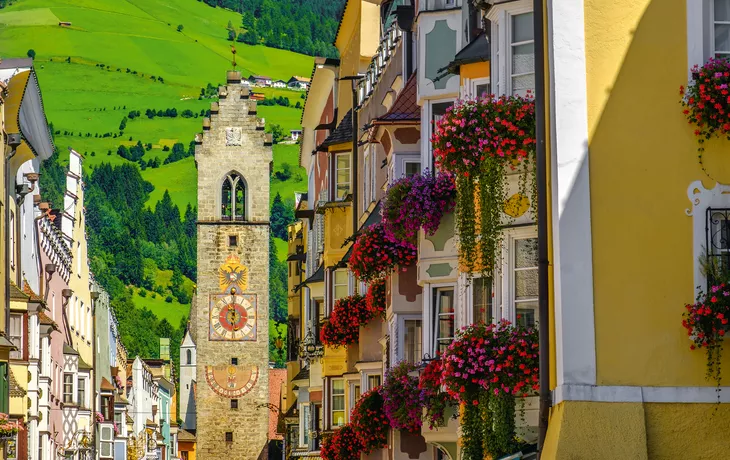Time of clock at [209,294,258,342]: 5:59
